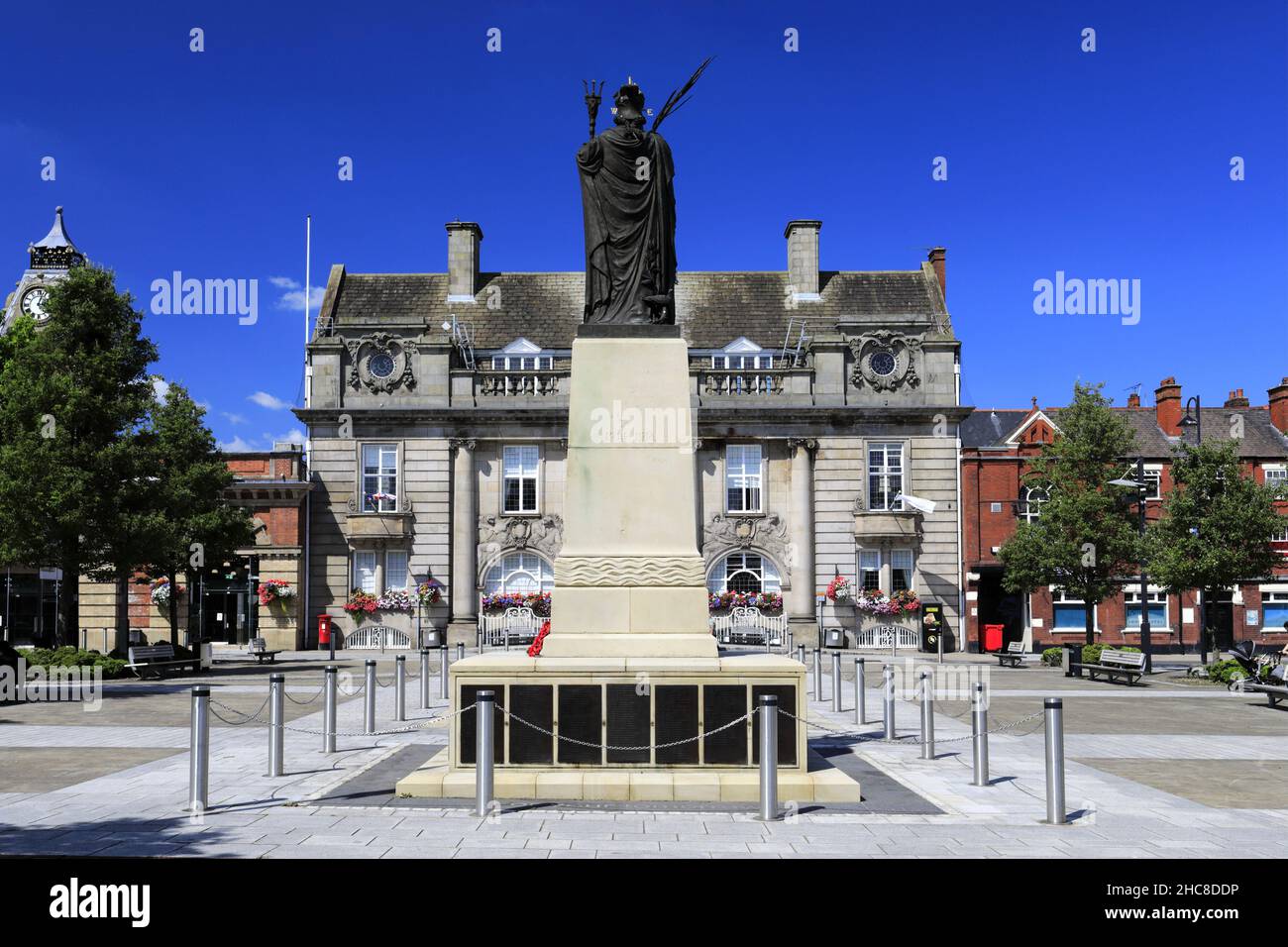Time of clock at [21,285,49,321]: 3:03
